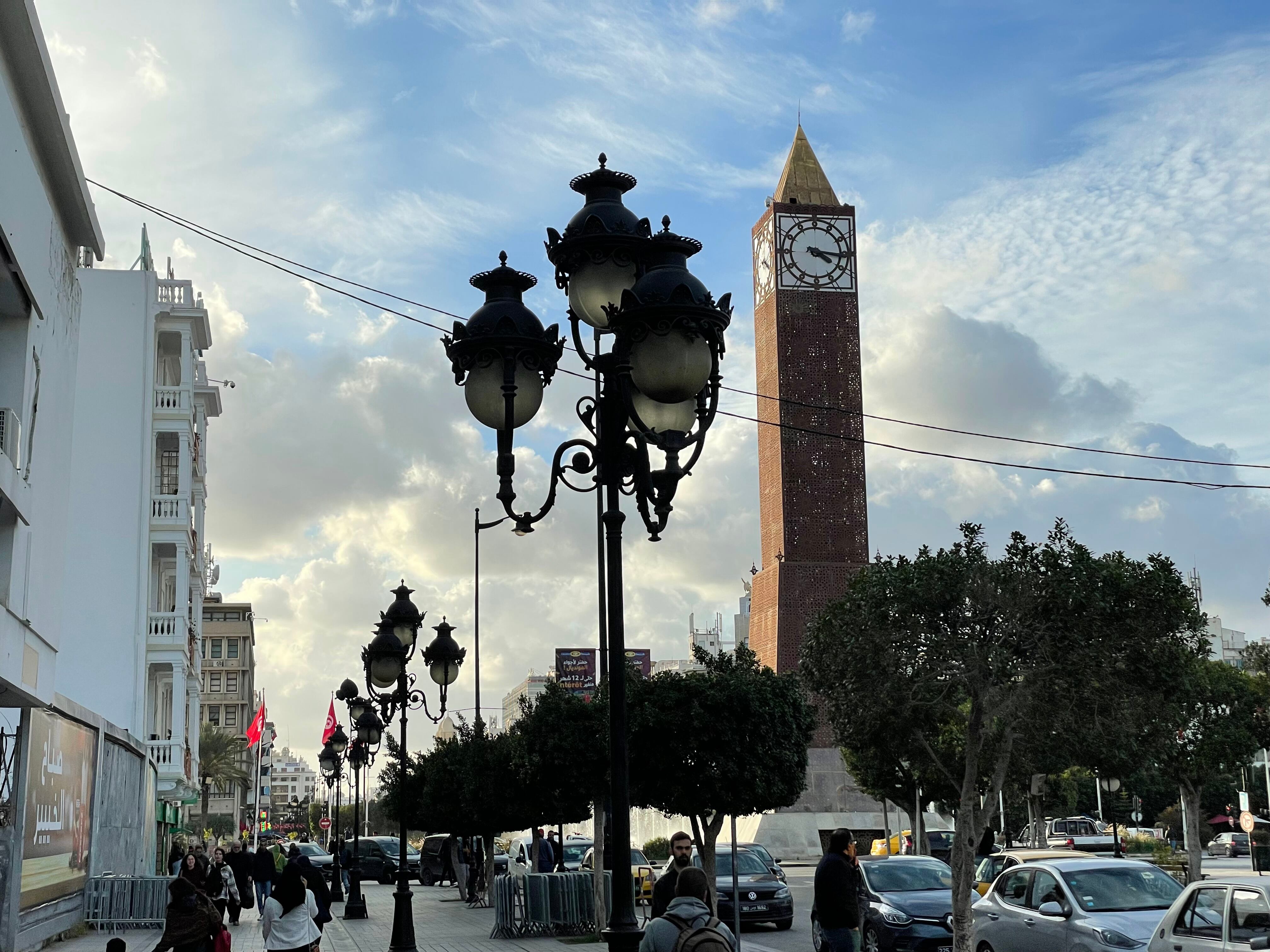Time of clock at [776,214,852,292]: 4:16
